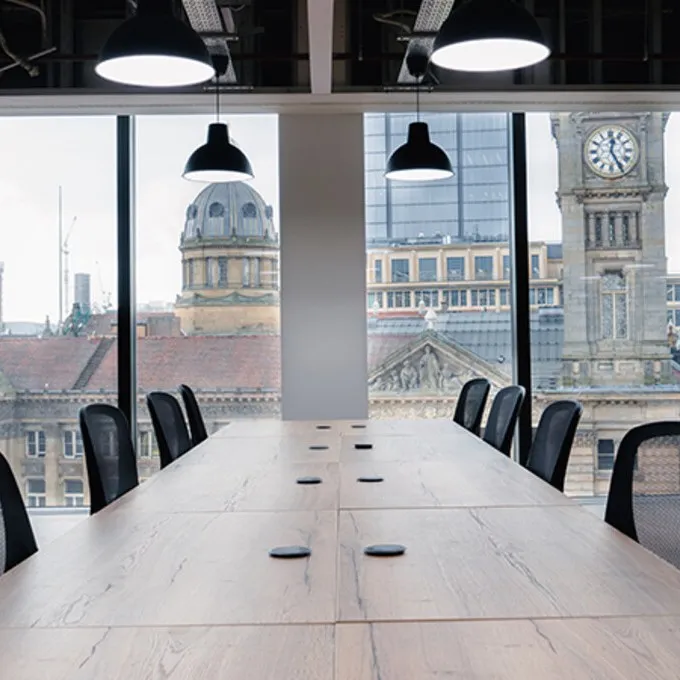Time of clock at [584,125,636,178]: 12:24
